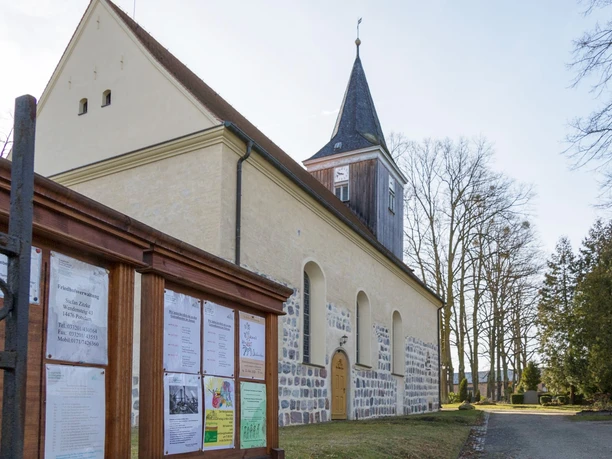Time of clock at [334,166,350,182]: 9:42
